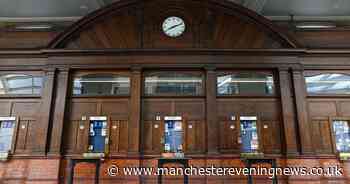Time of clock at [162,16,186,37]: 8:11
